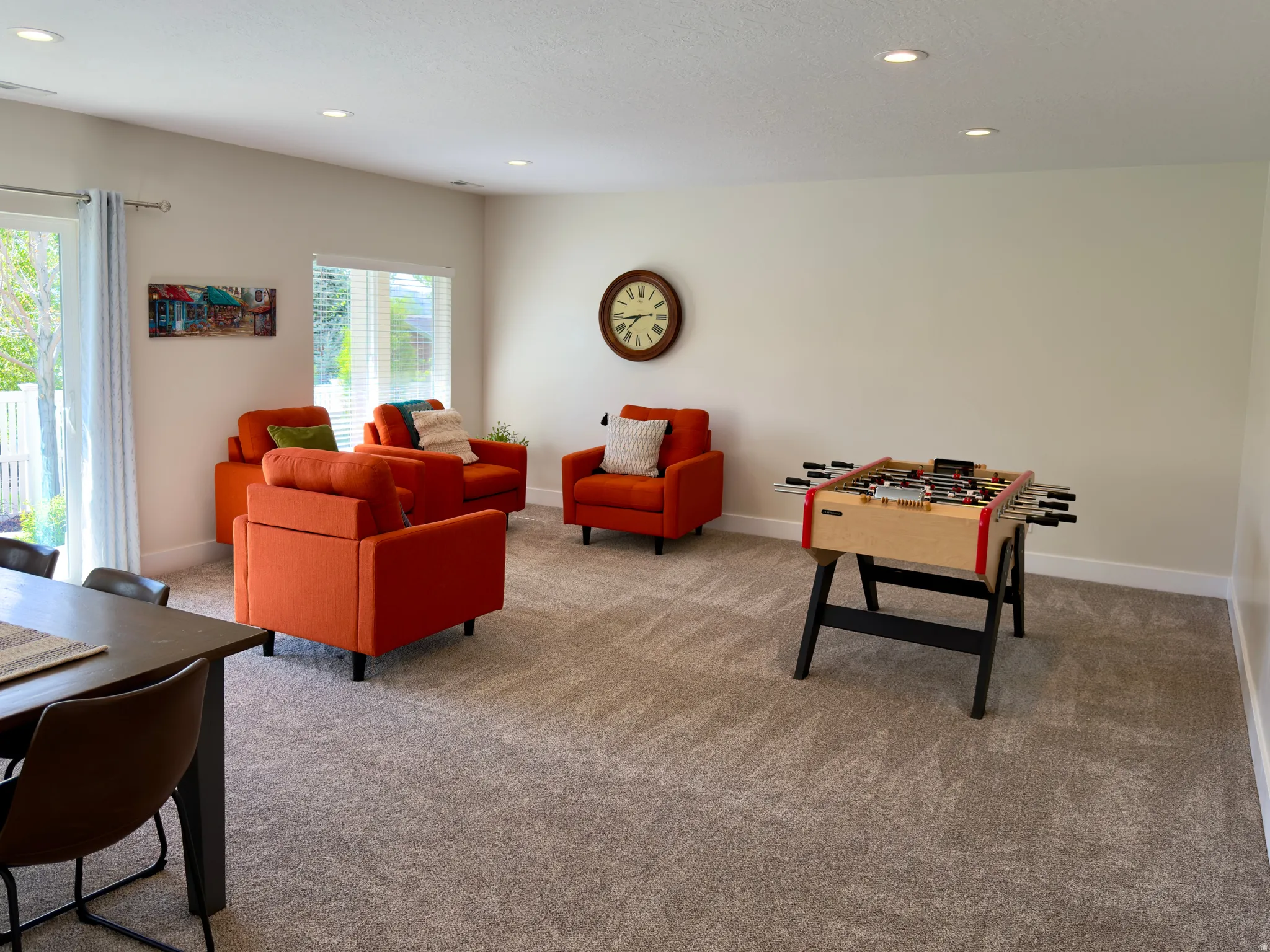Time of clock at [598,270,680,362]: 8:37
